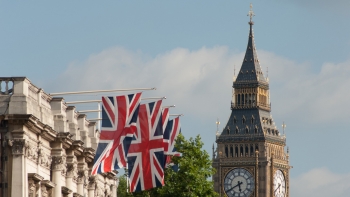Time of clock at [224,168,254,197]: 5:40
